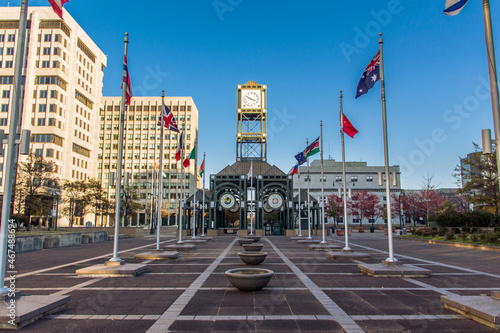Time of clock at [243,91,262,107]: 3:50
